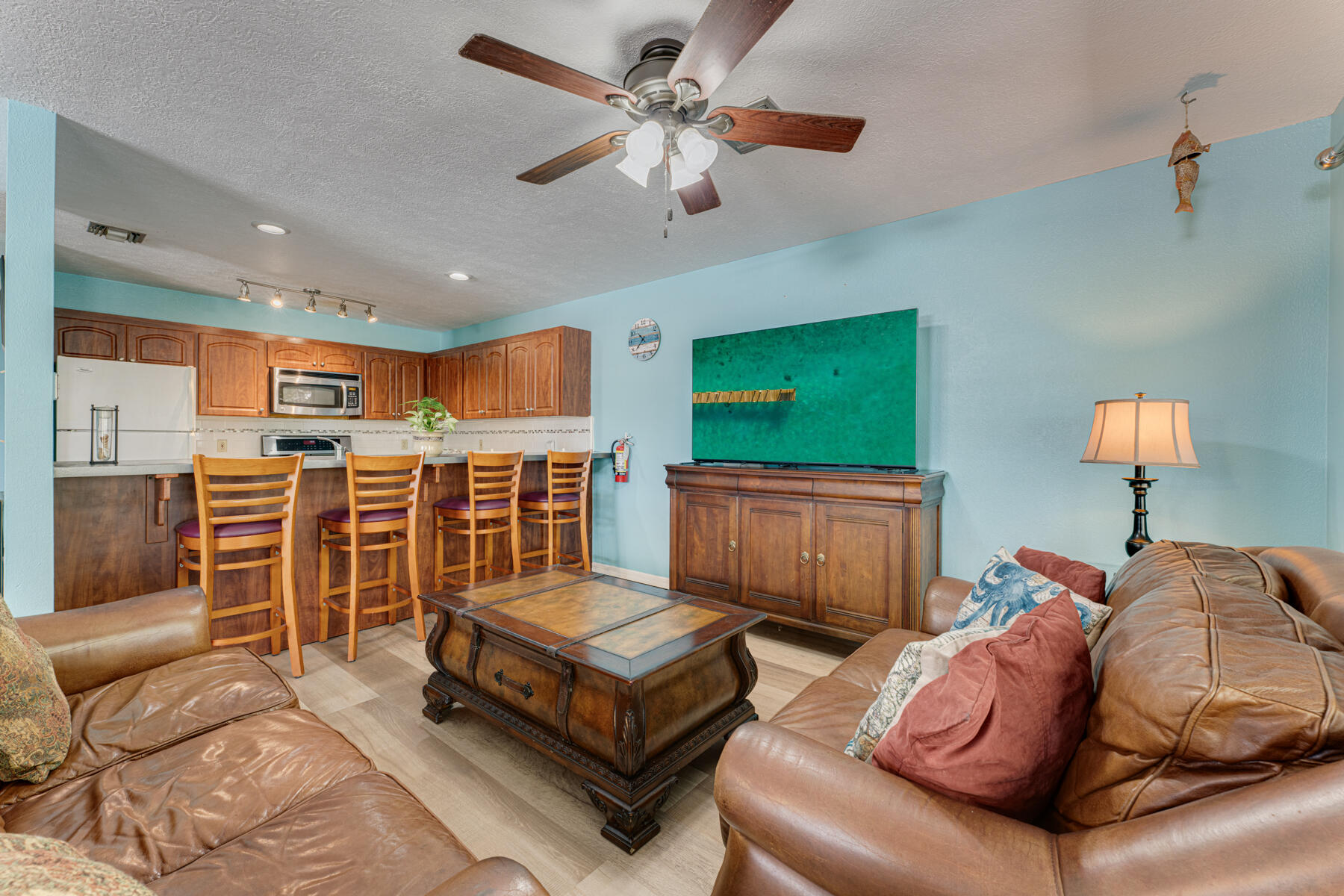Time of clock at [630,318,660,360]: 10:37
